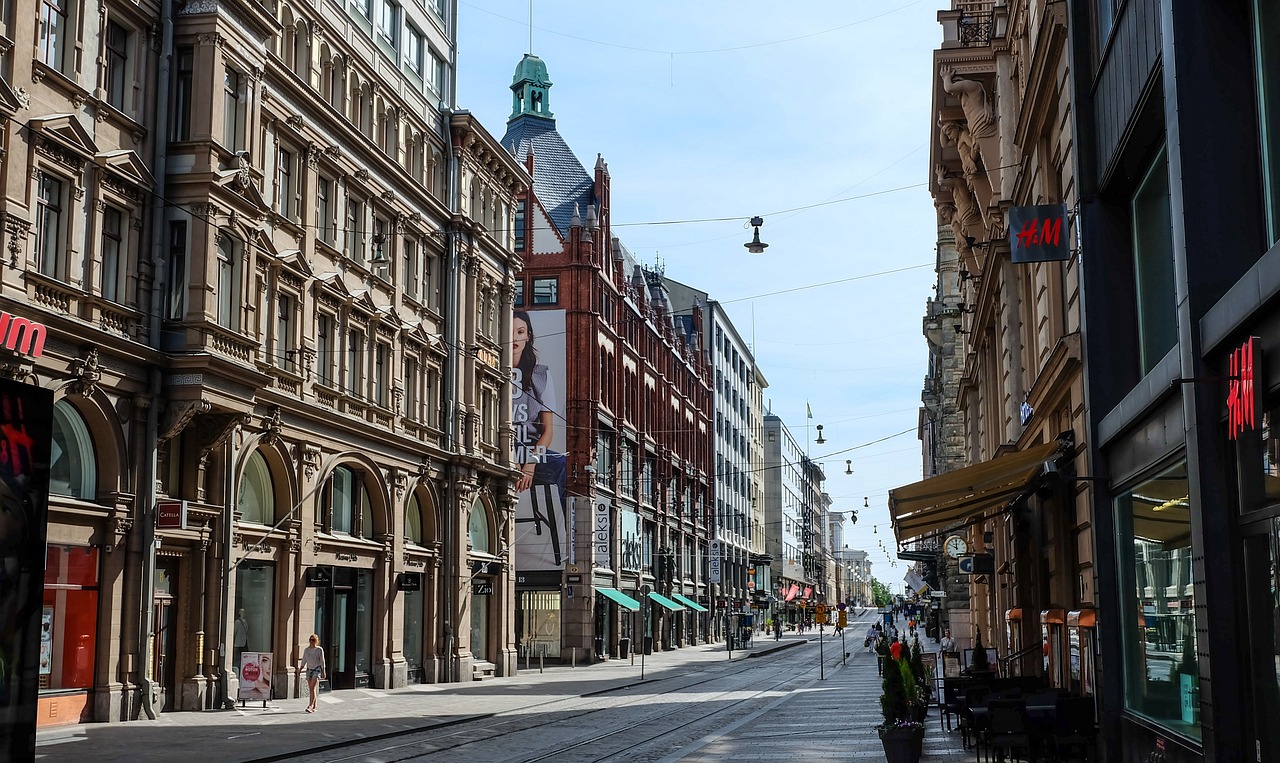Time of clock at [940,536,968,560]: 10:00
